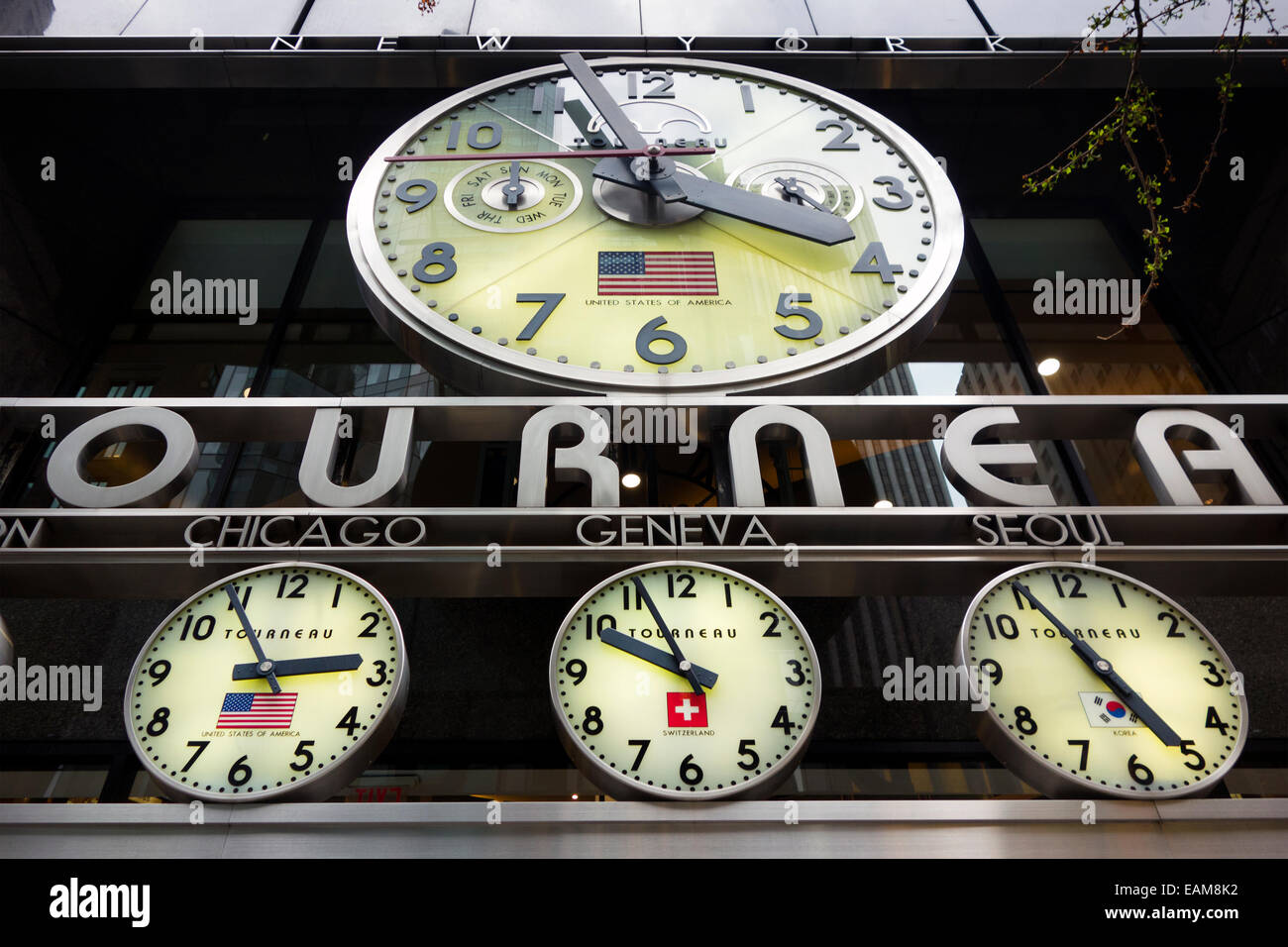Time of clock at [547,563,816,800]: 9:55
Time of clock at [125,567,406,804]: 2:54
